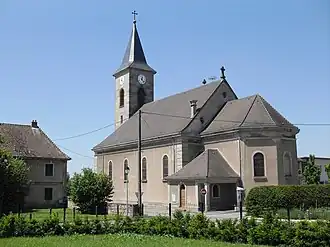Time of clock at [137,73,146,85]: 12:23
